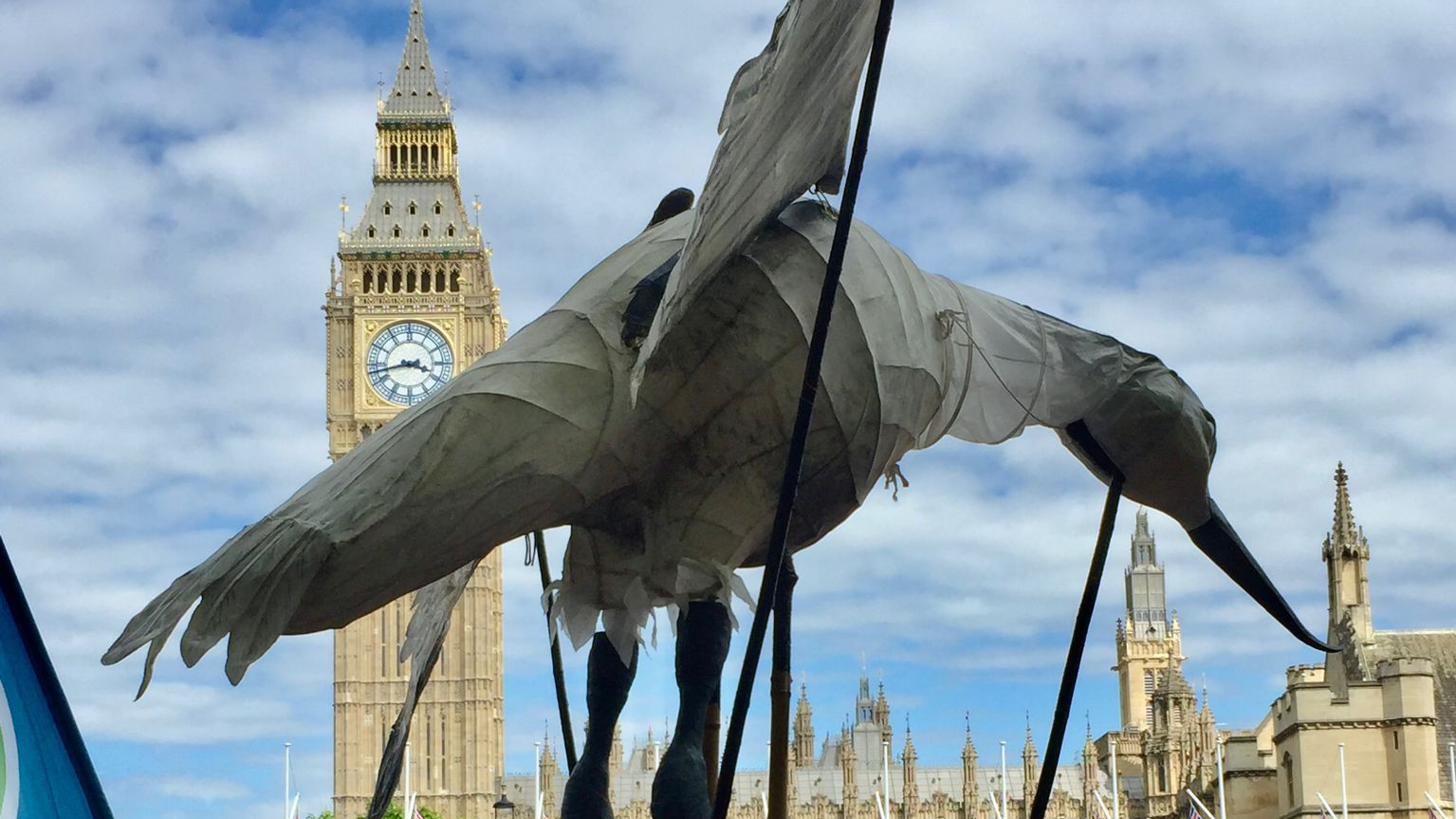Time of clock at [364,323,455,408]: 3:42
